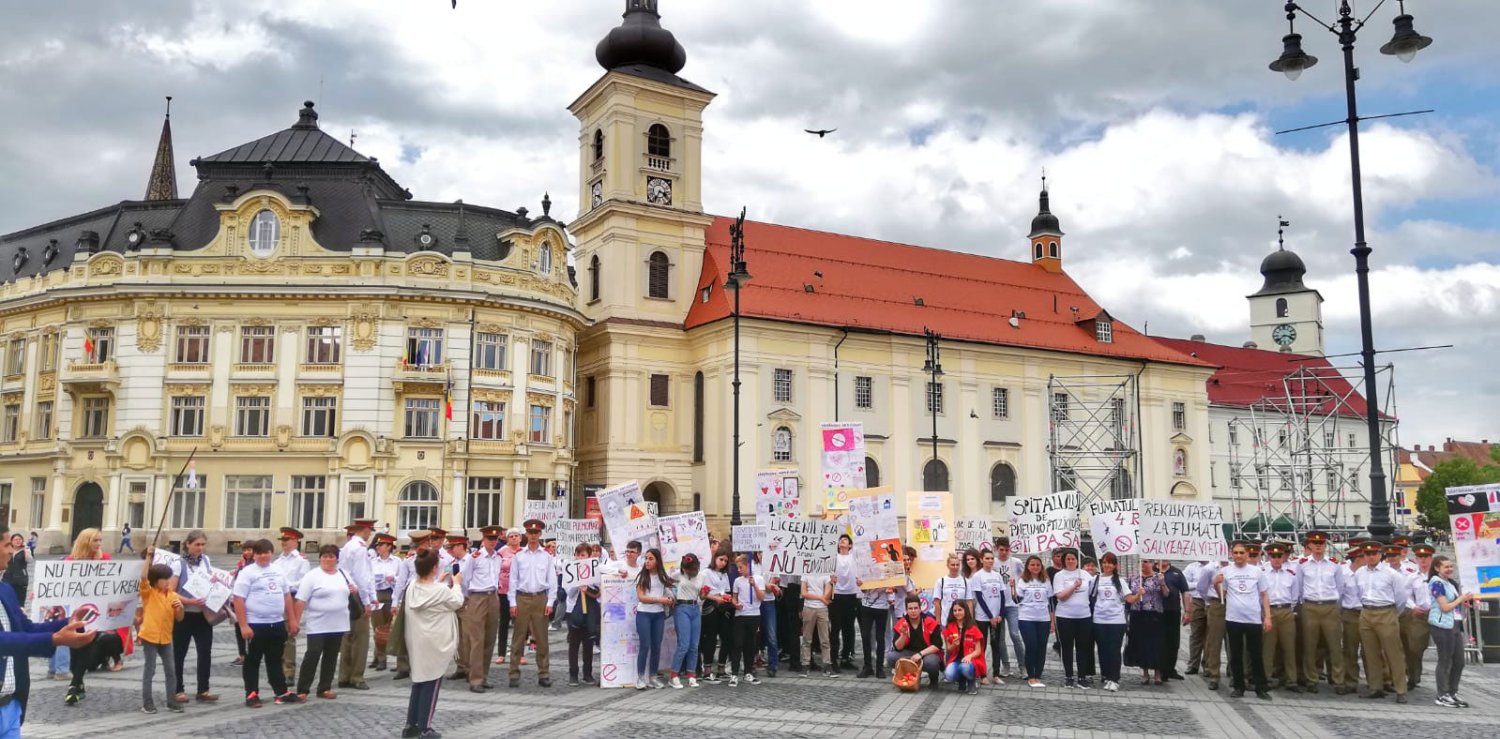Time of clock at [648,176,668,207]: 3:34
